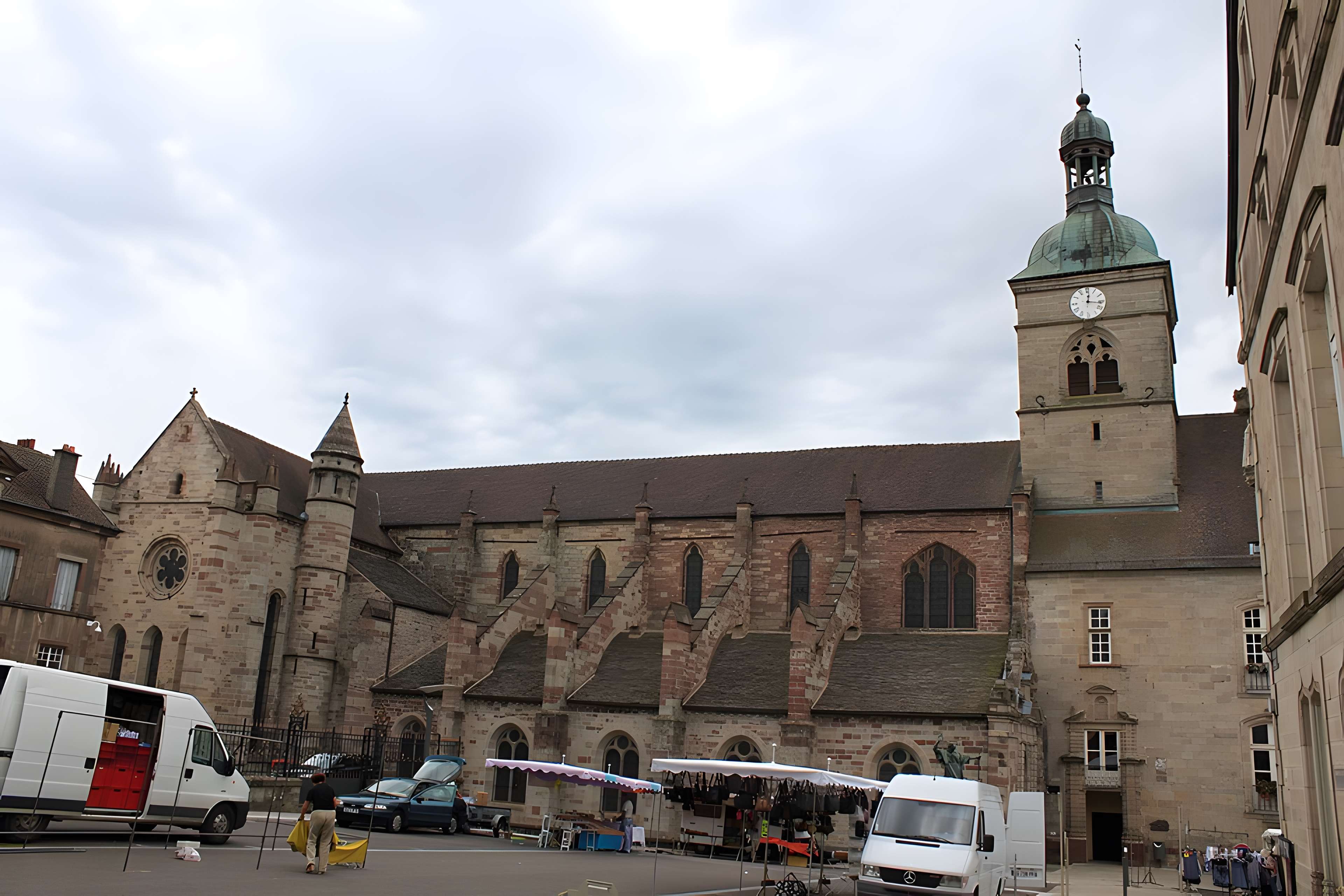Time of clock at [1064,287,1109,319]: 12:16
